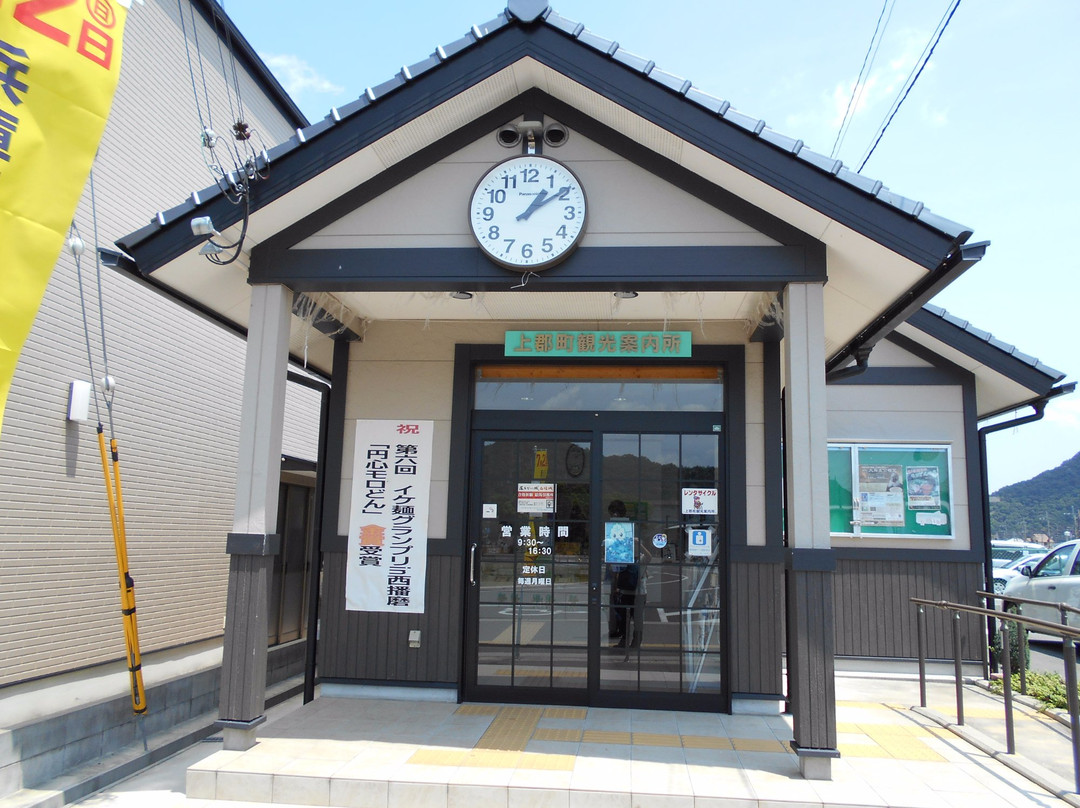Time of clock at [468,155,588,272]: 1:09
